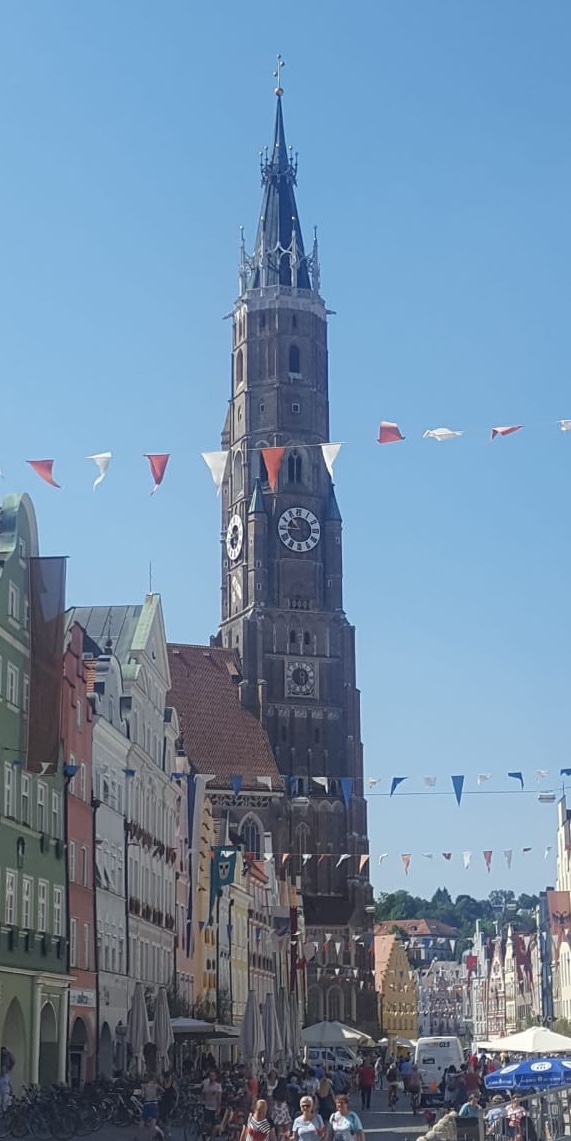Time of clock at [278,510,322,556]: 10:44
